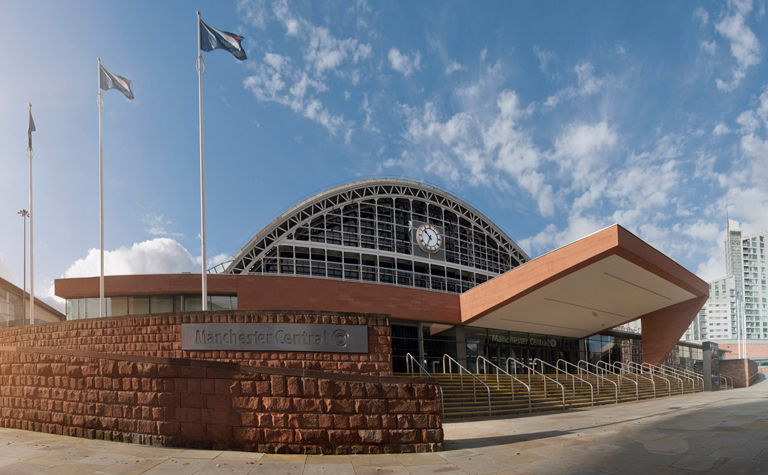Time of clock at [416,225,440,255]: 10:34
